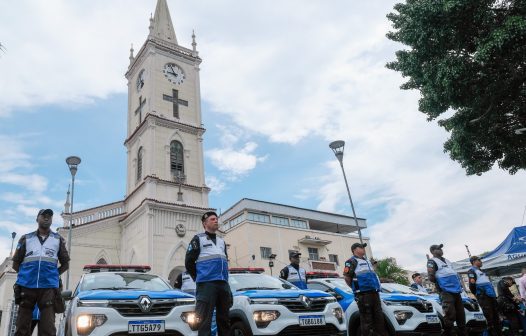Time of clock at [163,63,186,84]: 8:56
